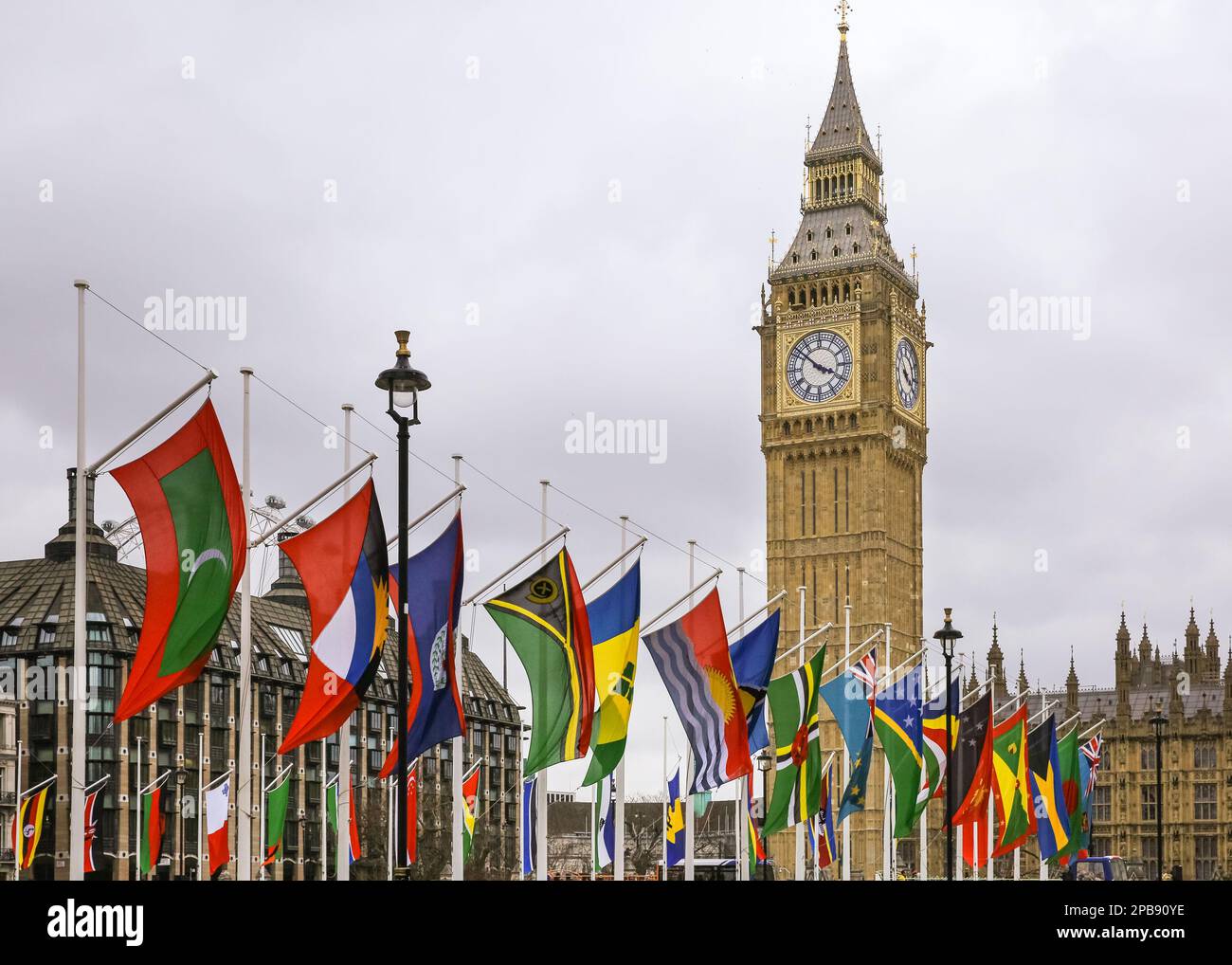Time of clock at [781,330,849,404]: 3:51
